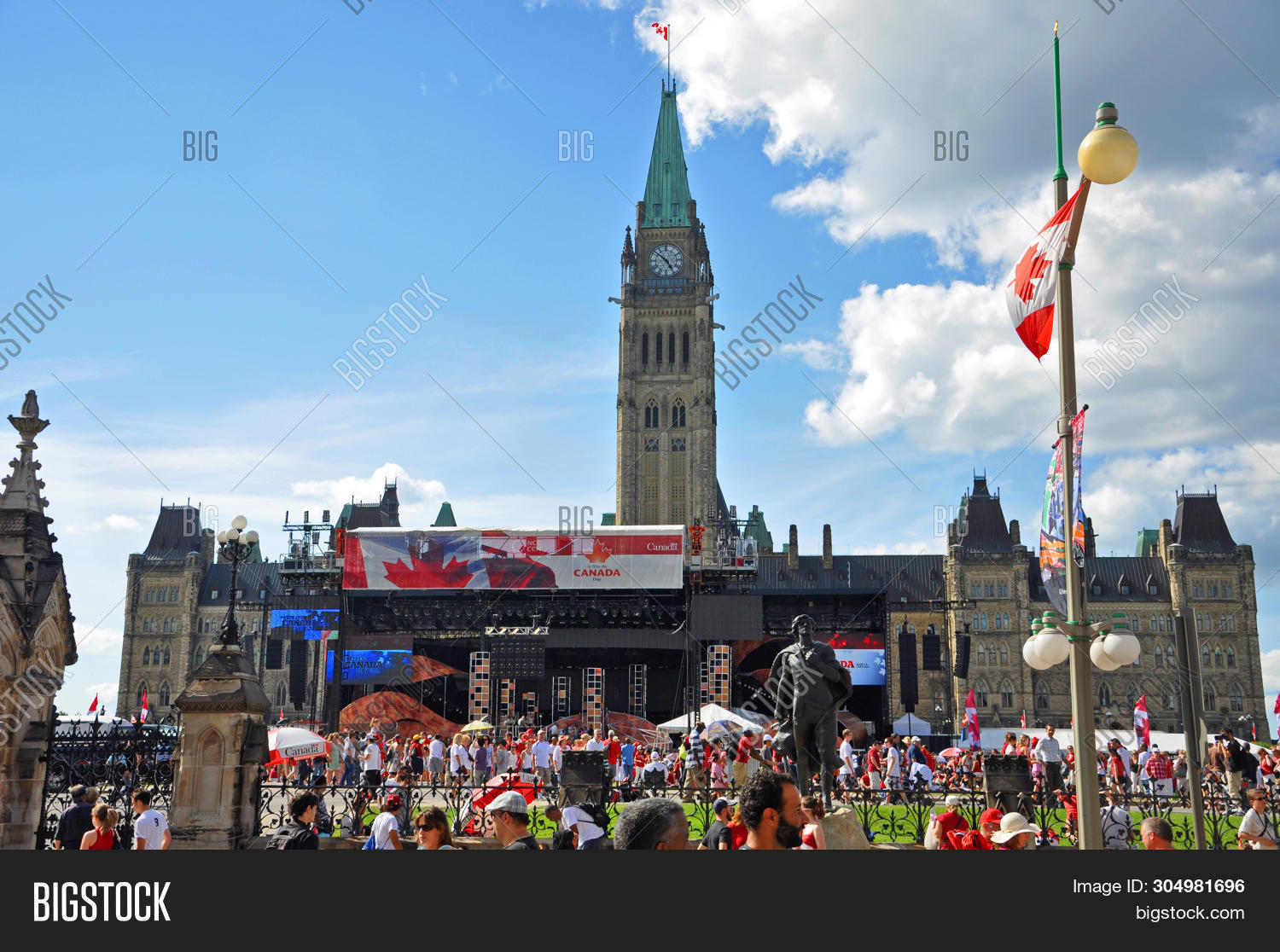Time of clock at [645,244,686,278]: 4:51
